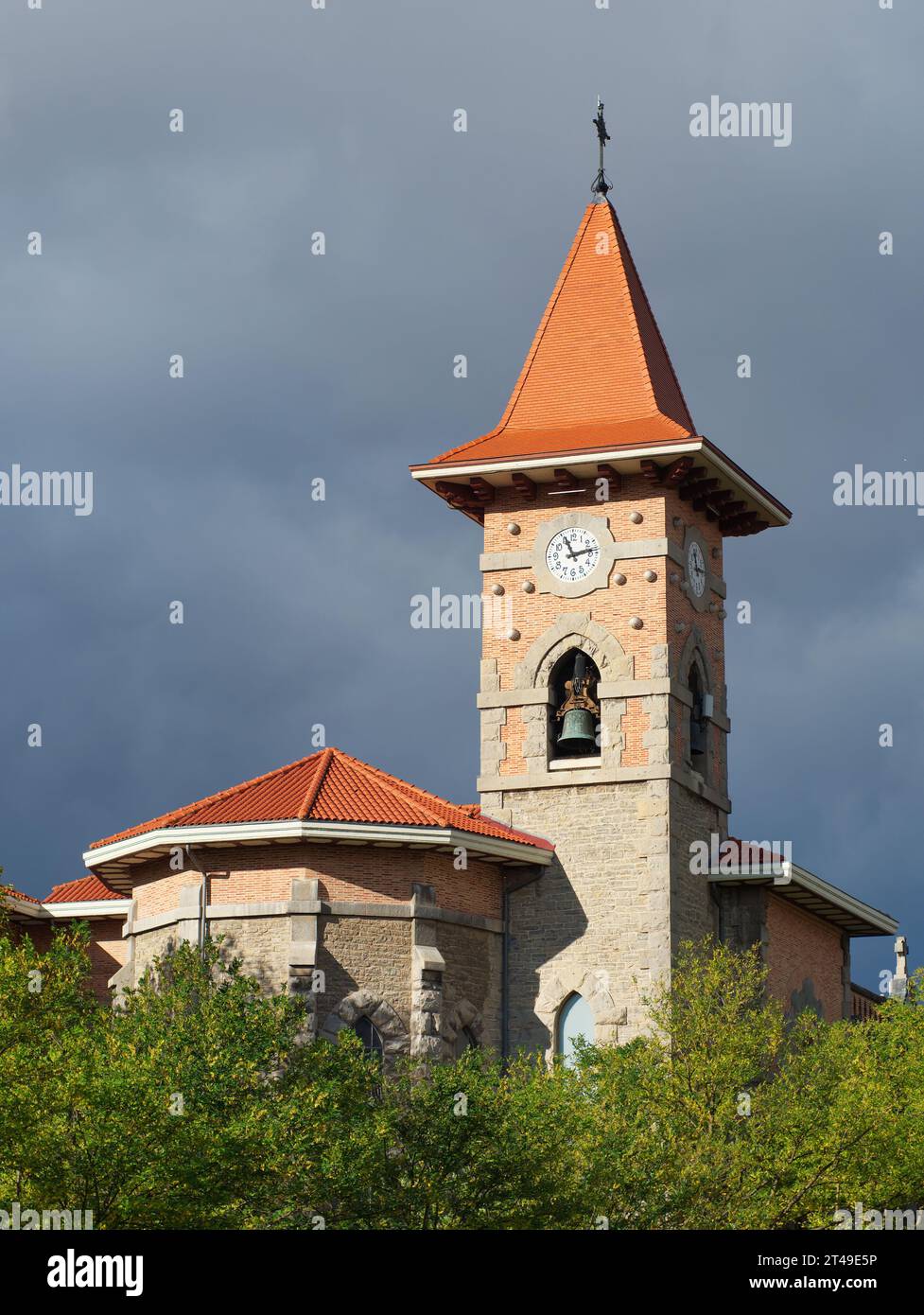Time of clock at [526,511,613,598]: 11:13
